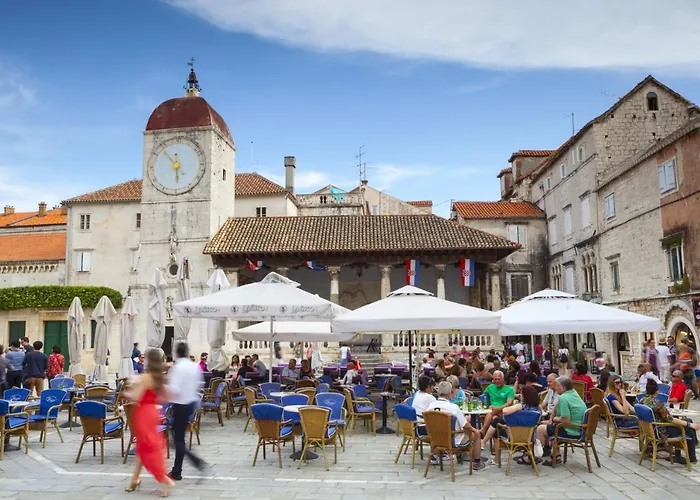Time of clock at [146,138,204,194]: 5:53
